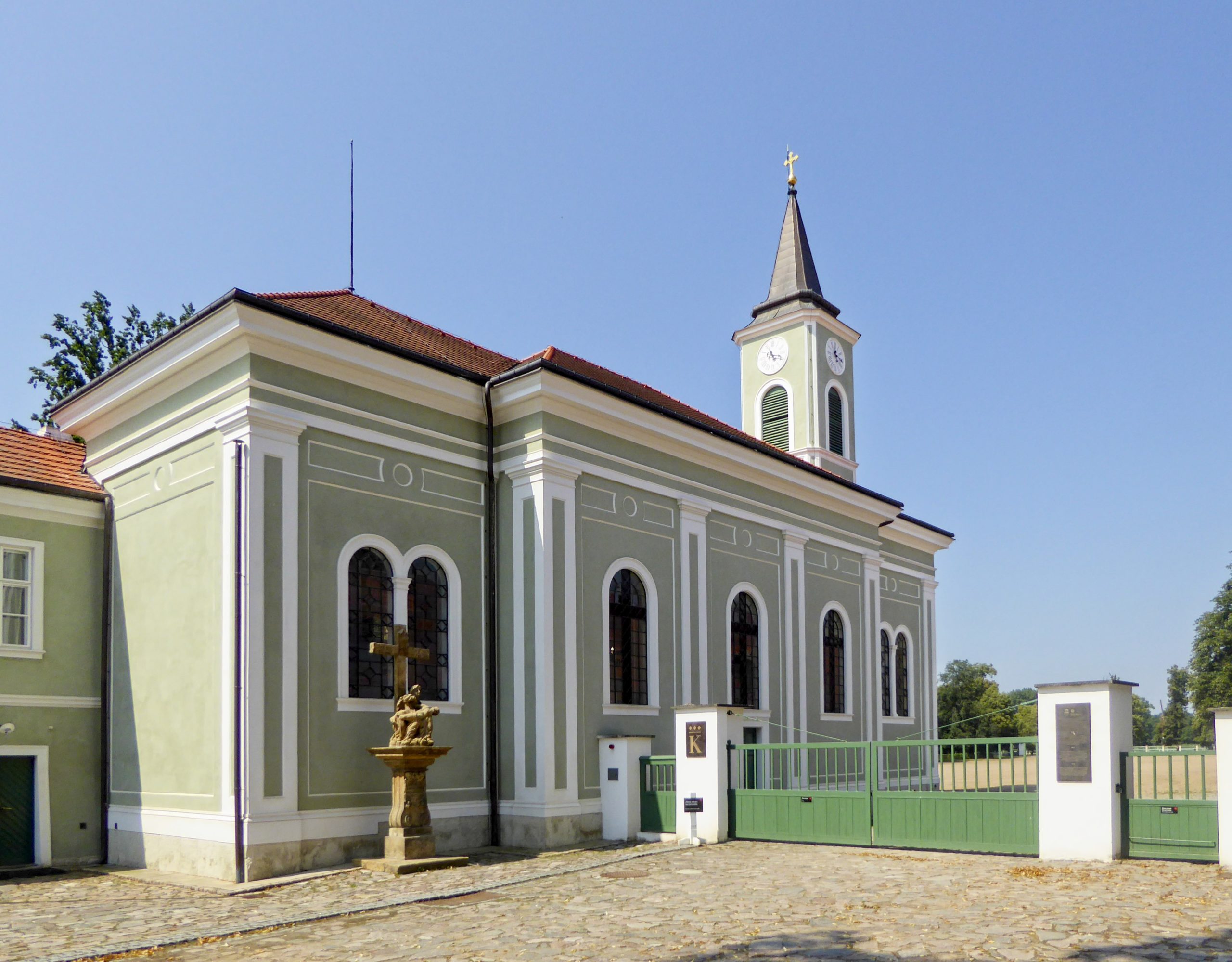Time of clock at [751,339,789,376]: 11:17
